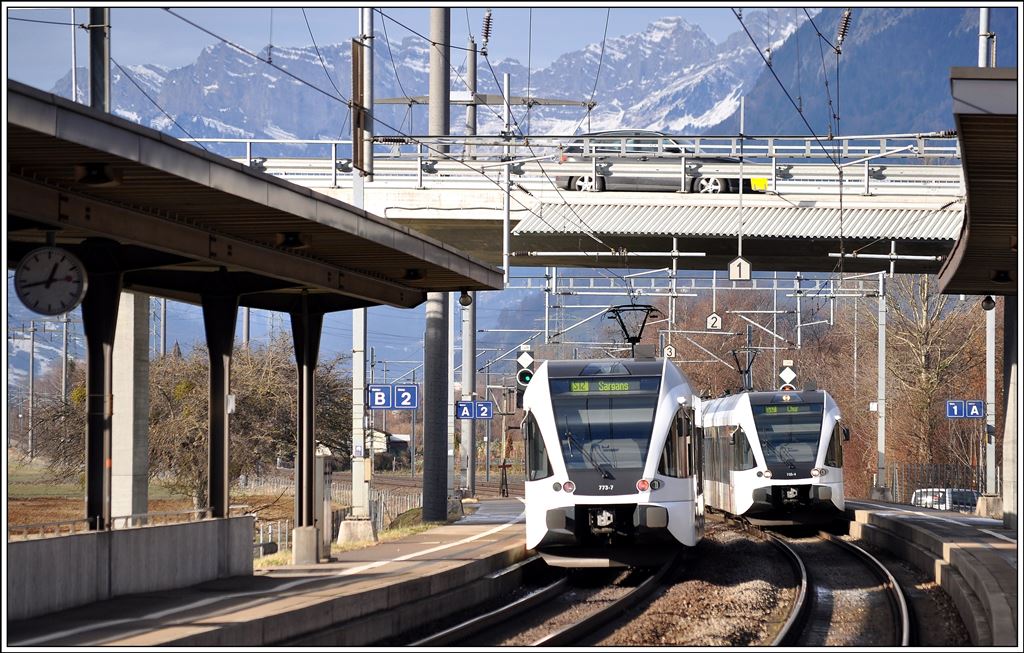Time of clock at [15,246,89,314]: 12:42
